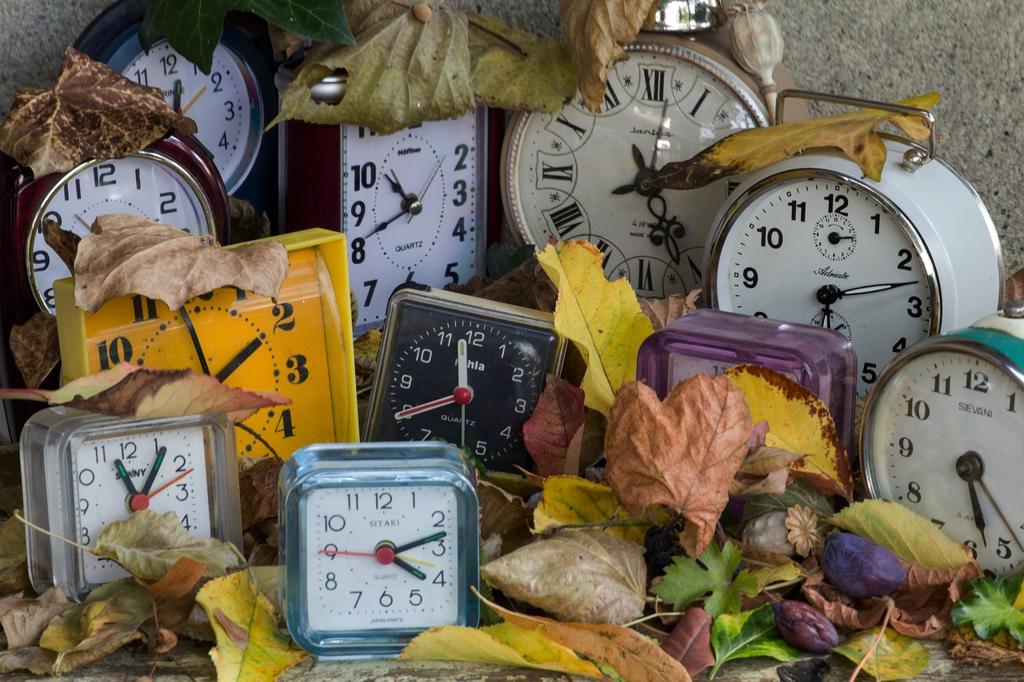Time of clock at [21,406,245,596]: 11:06
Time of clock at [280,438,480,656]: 4:12
